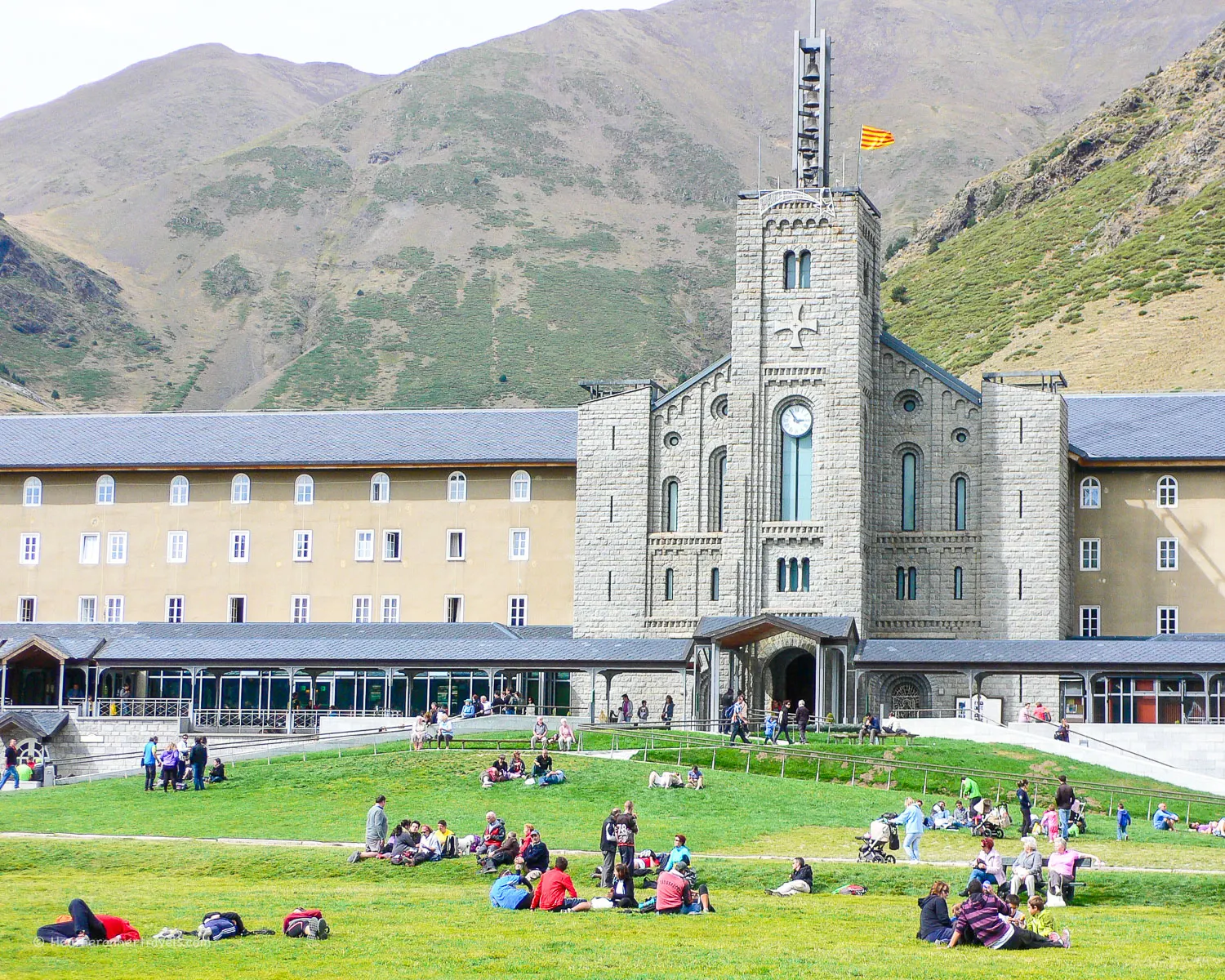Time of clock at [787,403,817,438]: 2:54
